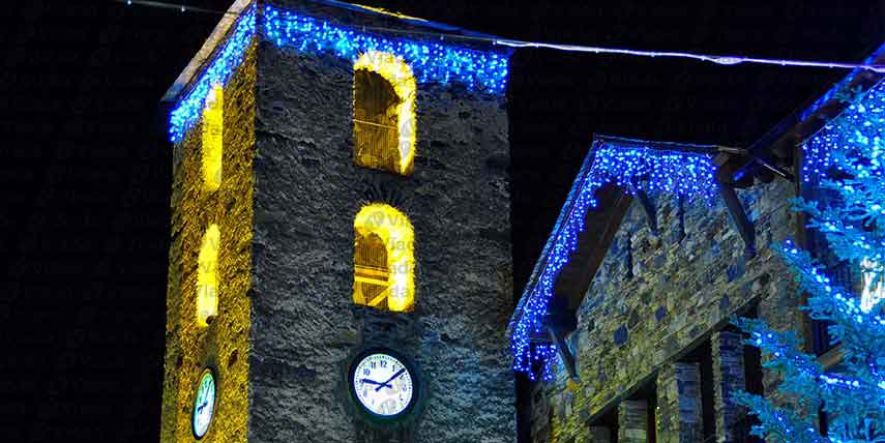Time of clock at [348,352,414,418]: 9:08
